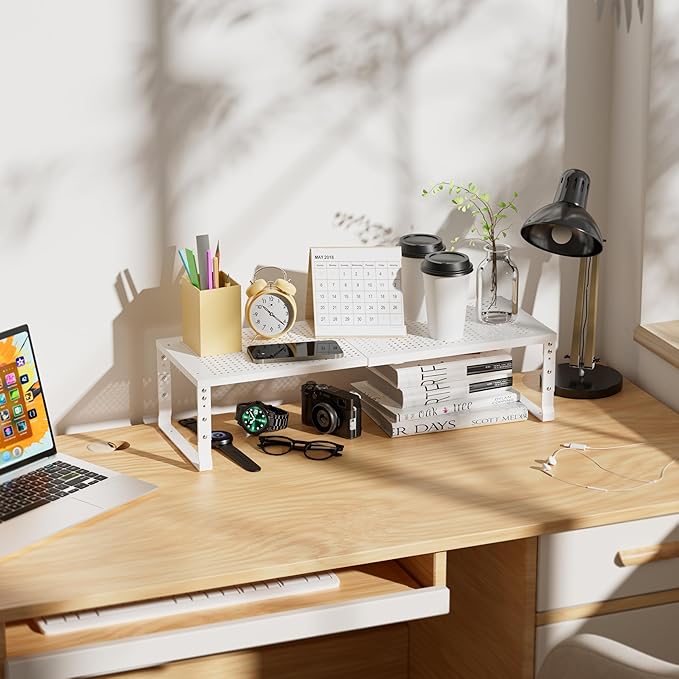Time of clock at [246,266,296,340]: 10:21
